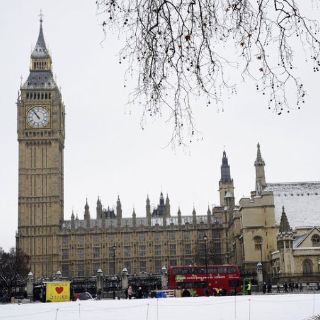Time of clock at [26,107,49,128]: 10:53
